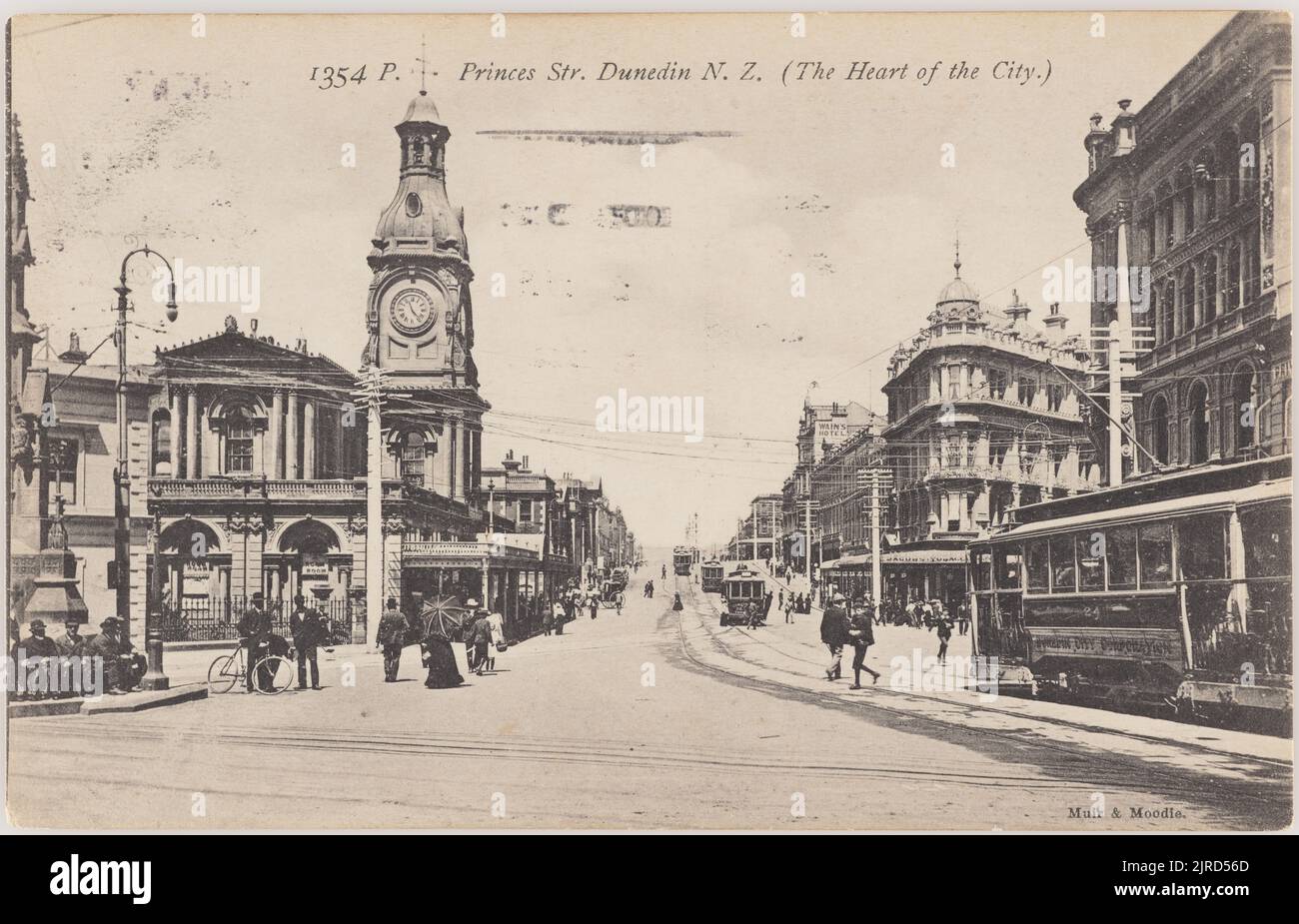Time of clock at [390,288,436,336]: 11:22
